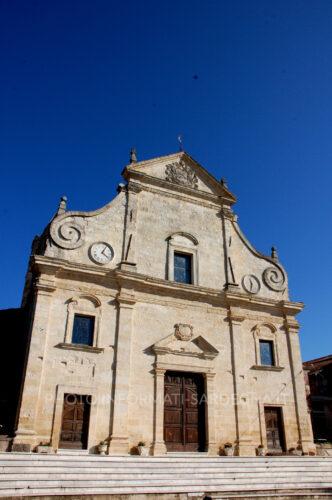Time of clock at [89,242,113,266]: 4:04
